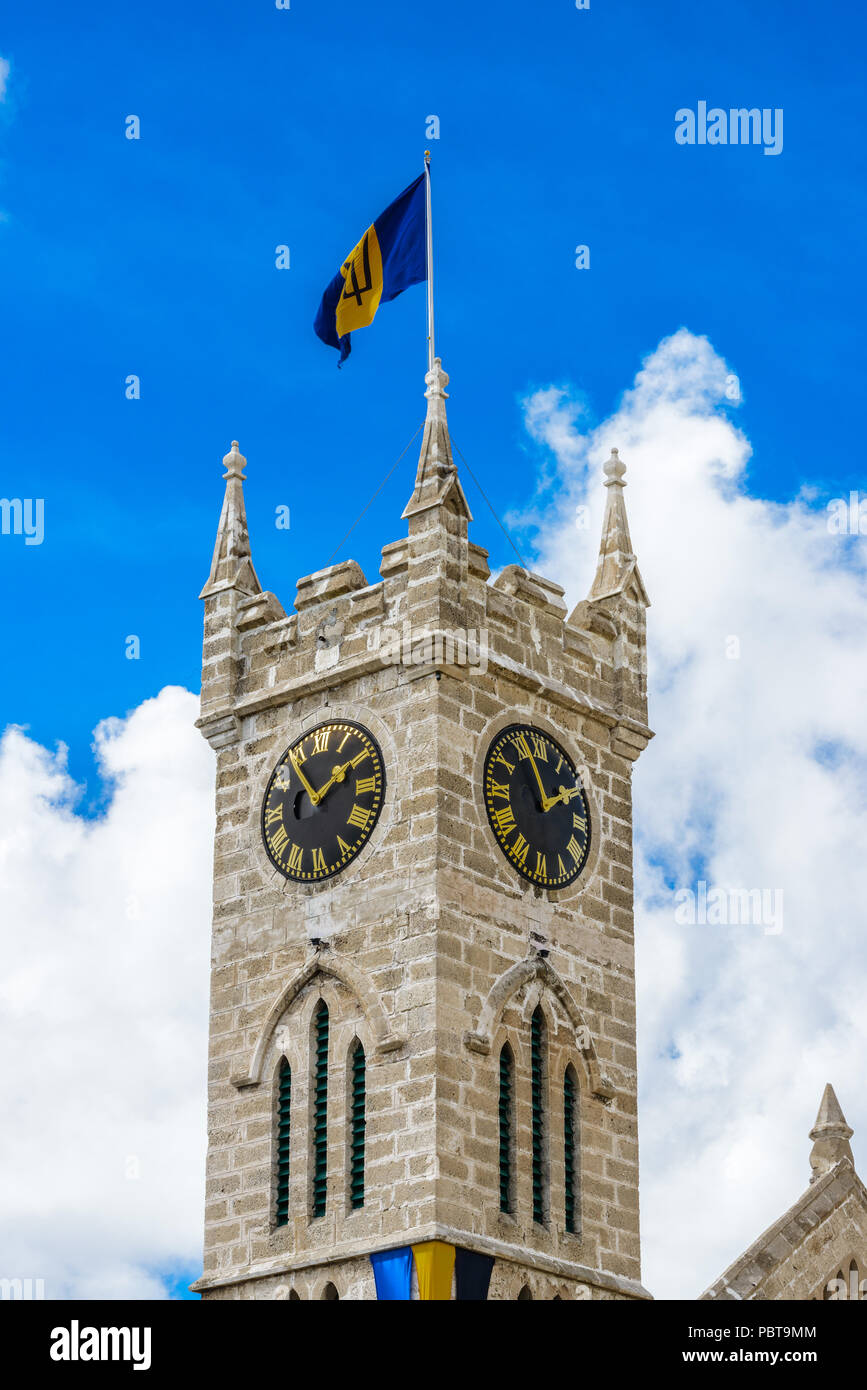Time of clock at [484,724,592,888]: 1:56
